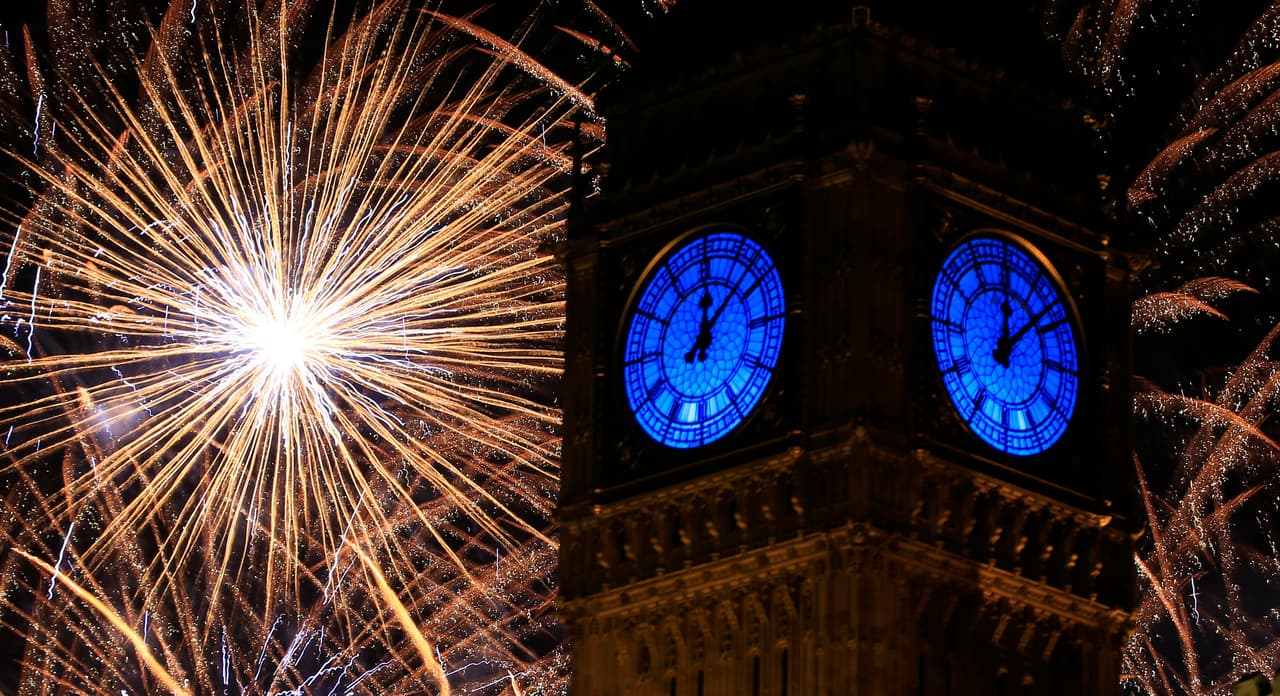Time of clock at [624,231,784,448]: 12:07
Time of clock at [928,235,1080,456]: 12:07
